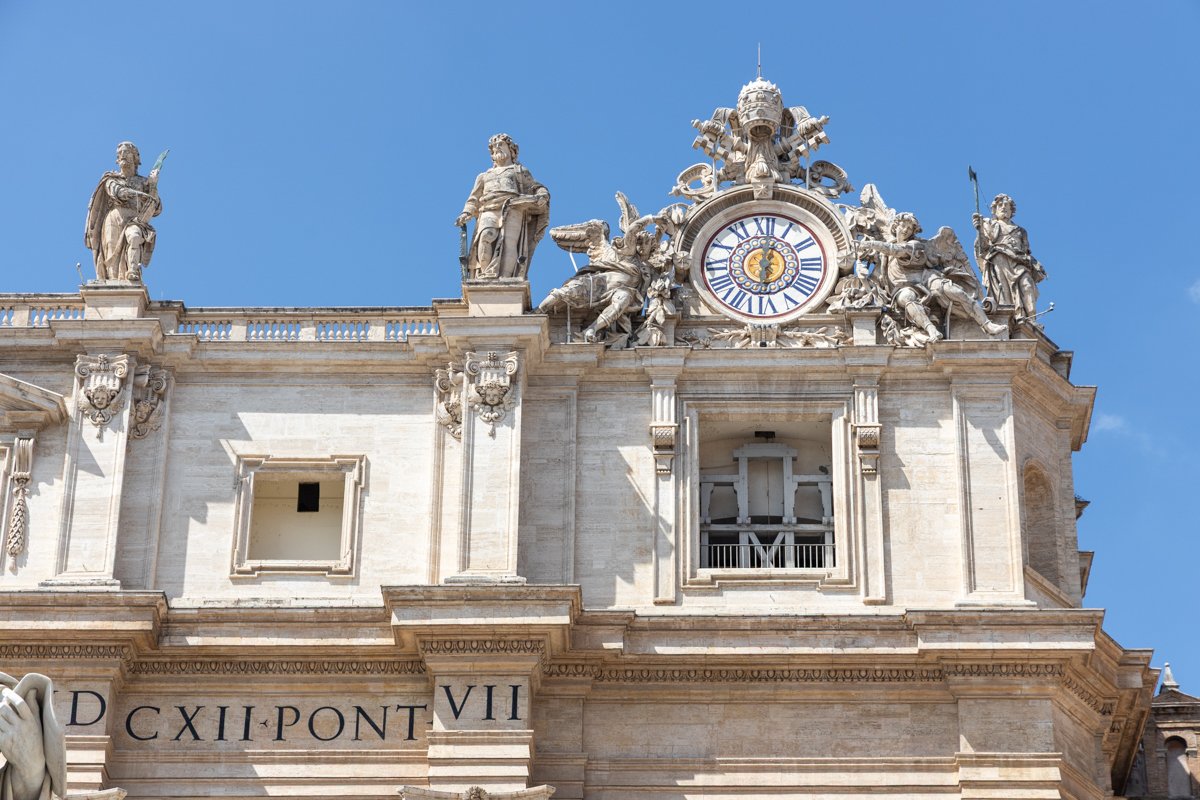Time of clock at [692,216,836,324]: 6:01
